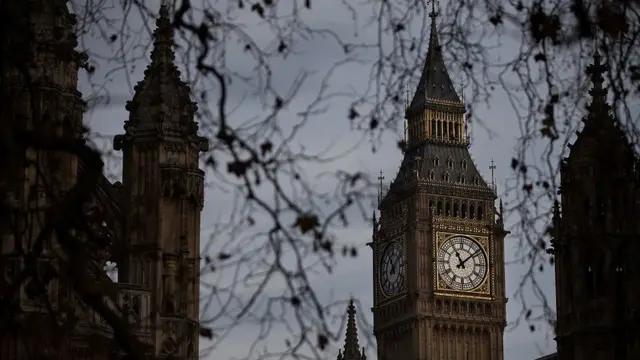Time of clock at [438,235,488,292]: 11:08
